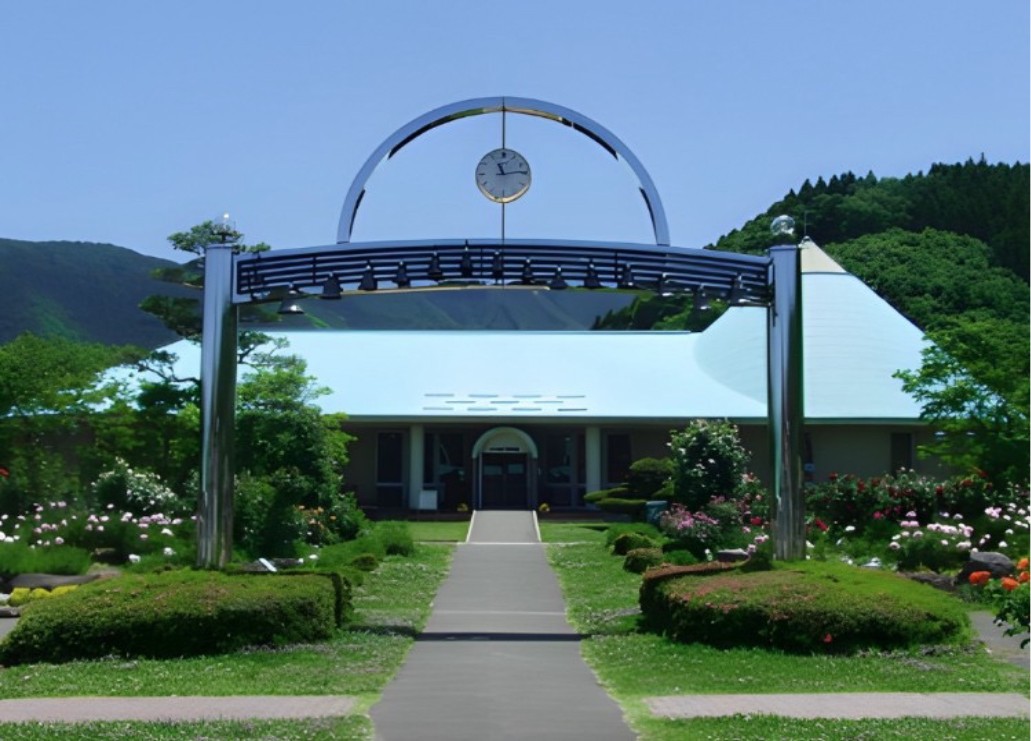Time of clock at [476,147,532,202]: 11:13
